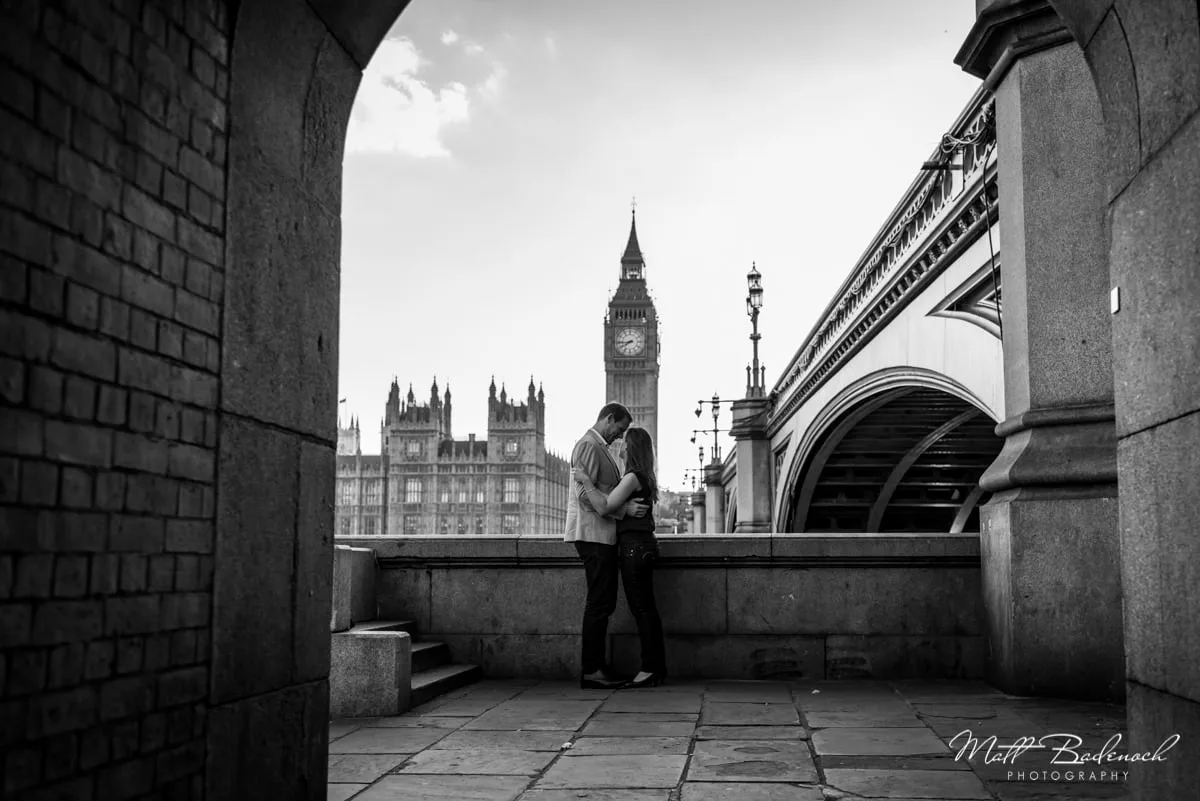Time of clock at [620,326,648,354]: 7:44
